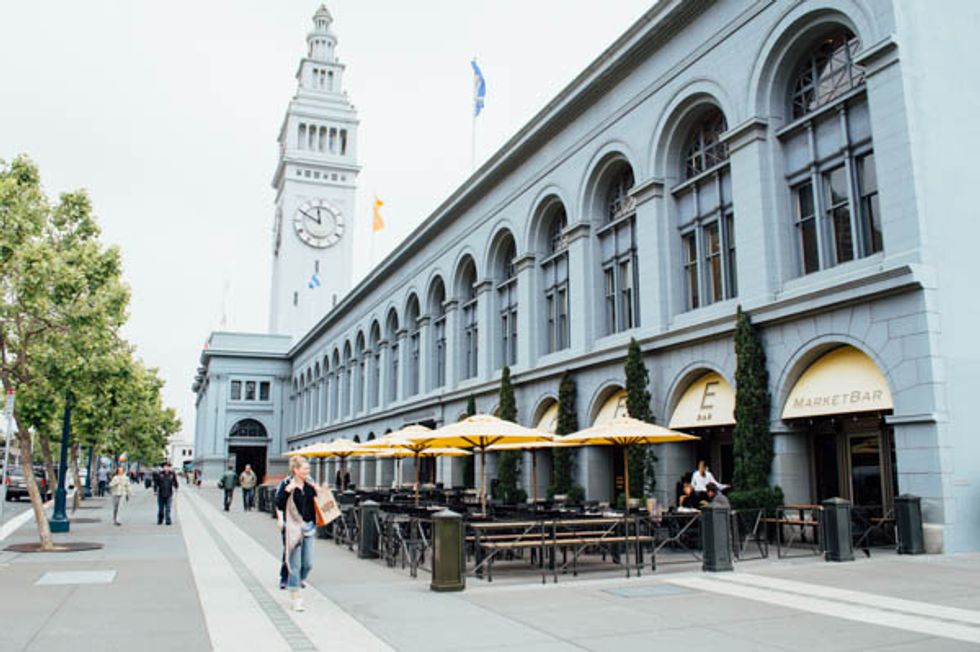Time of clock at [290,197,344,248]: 11:49
